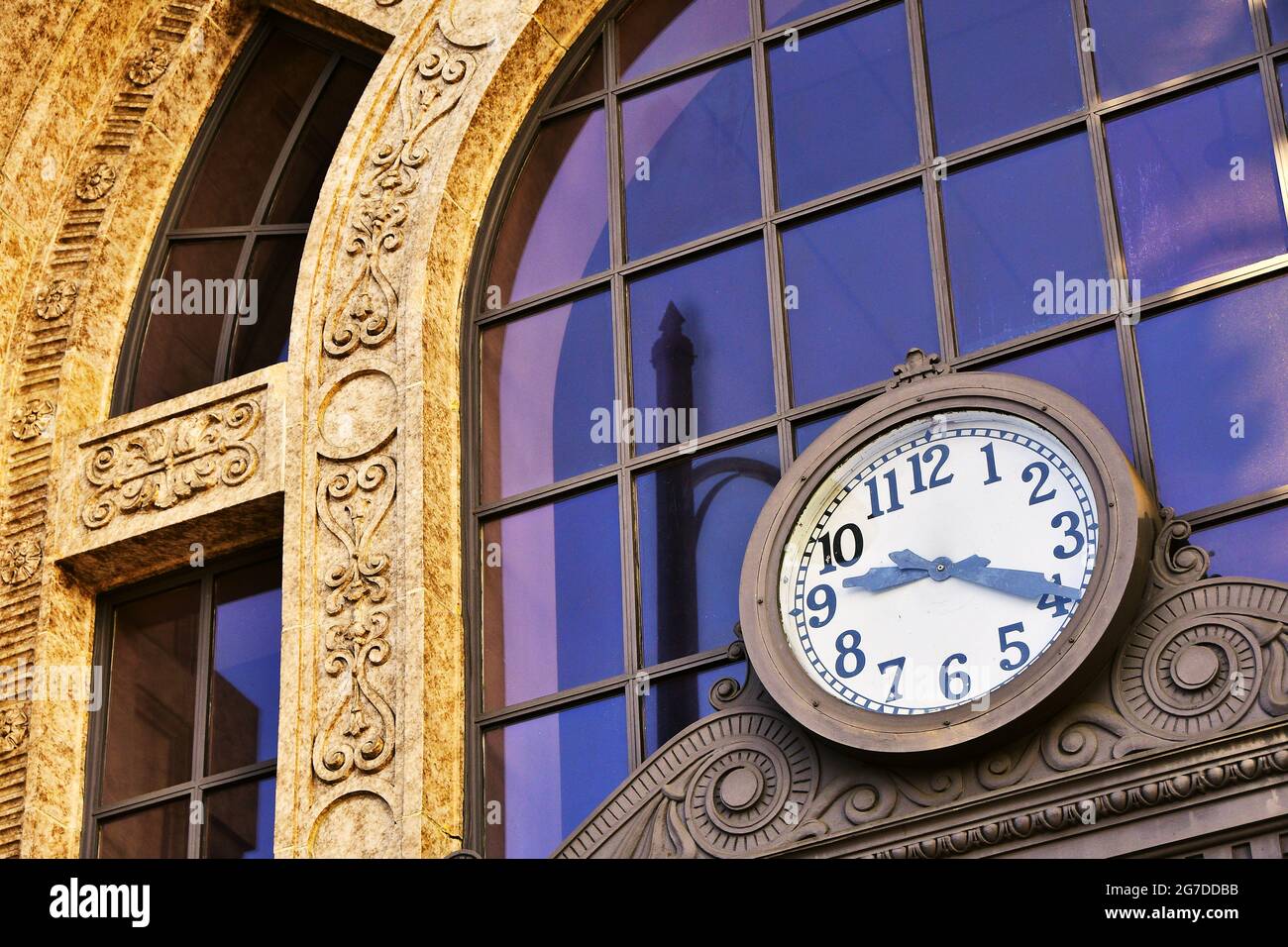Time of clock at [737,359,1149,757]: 9:20
